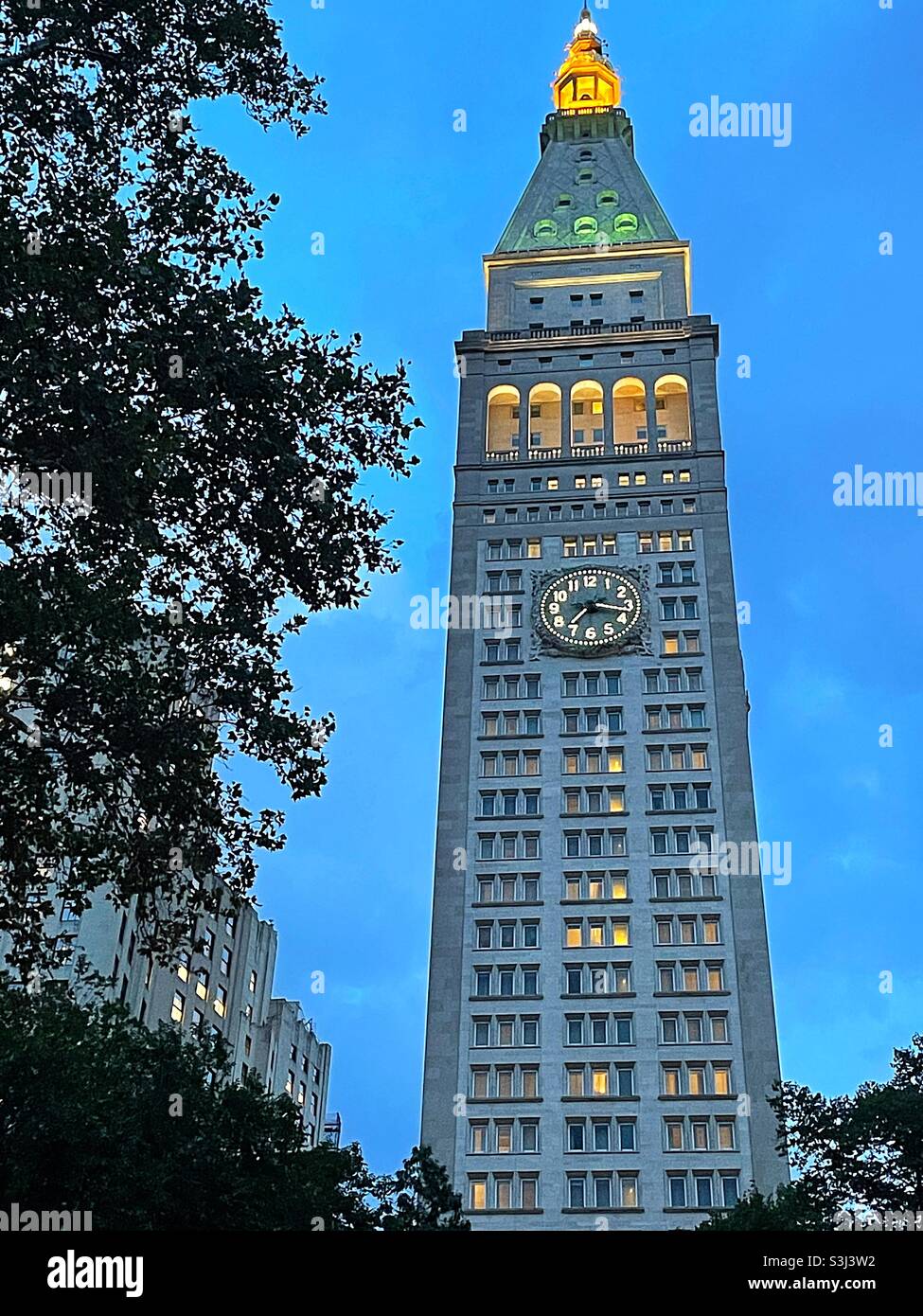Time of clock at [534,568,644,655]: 7:17
